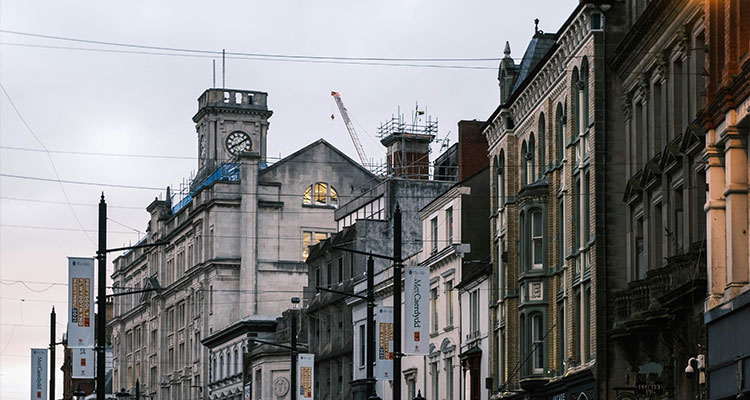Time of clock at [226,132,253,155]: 8:09
